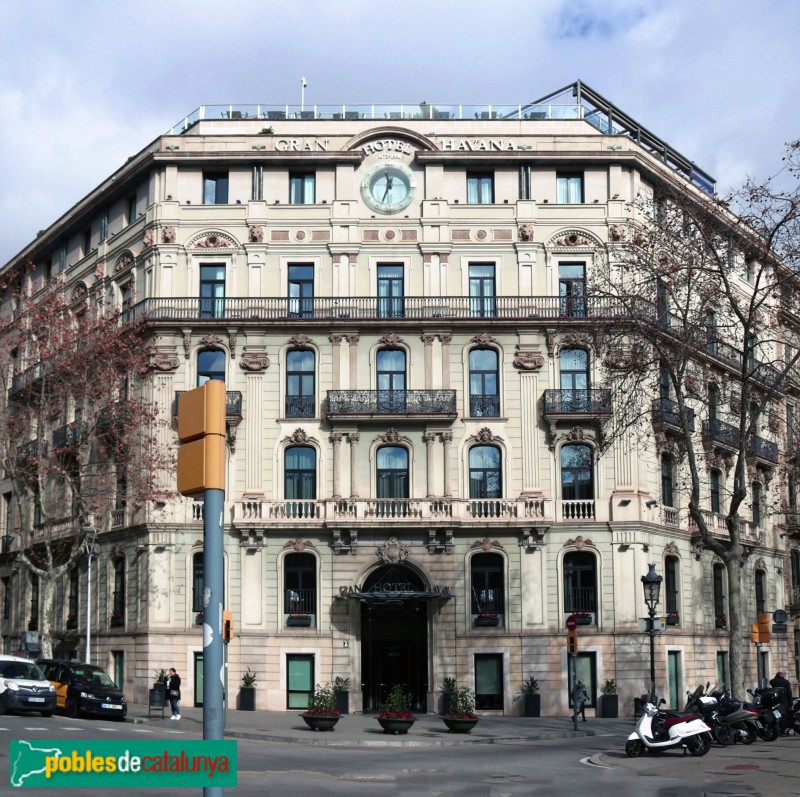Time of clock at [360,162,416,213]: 11:33
